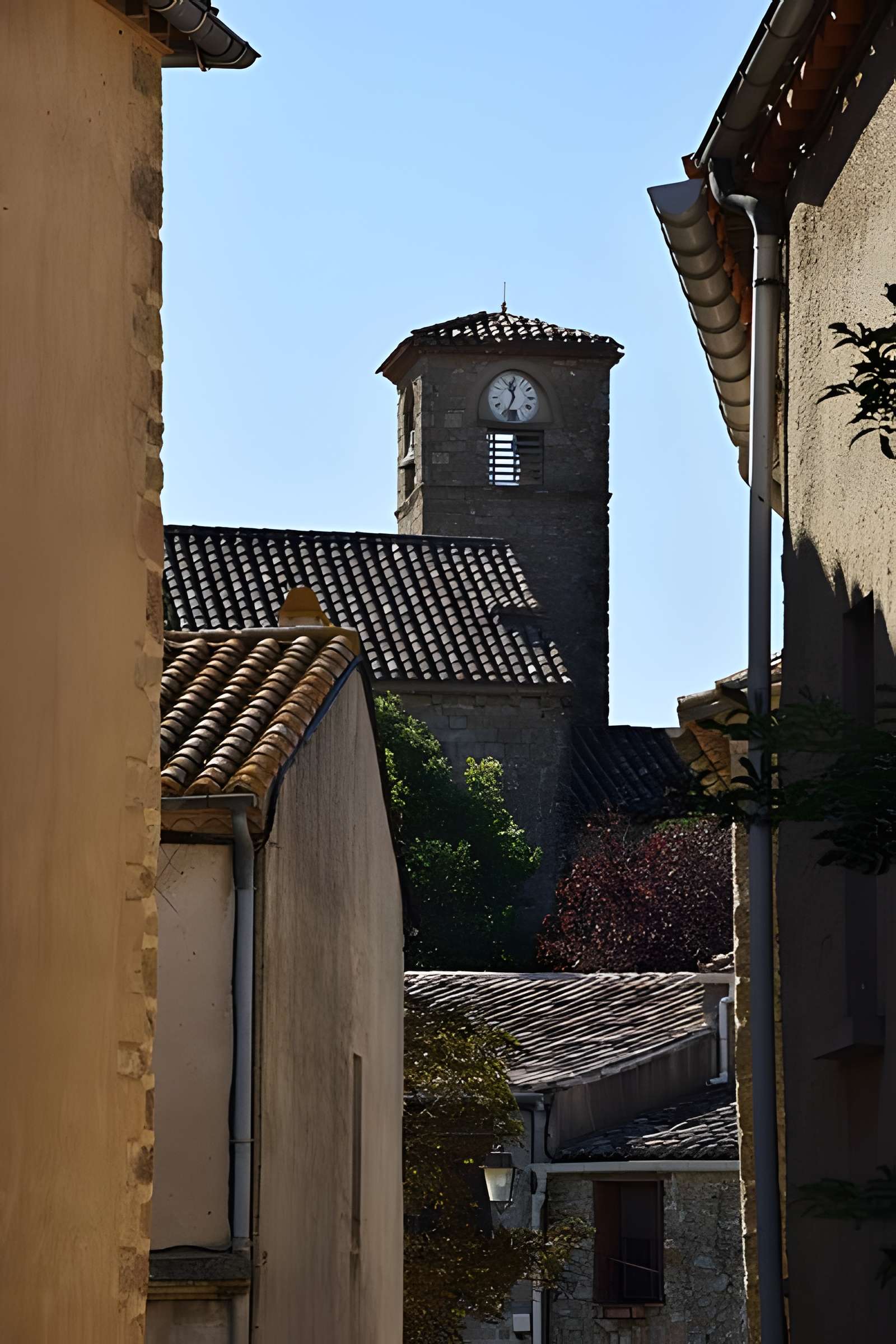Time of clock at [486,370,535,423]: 11:34
